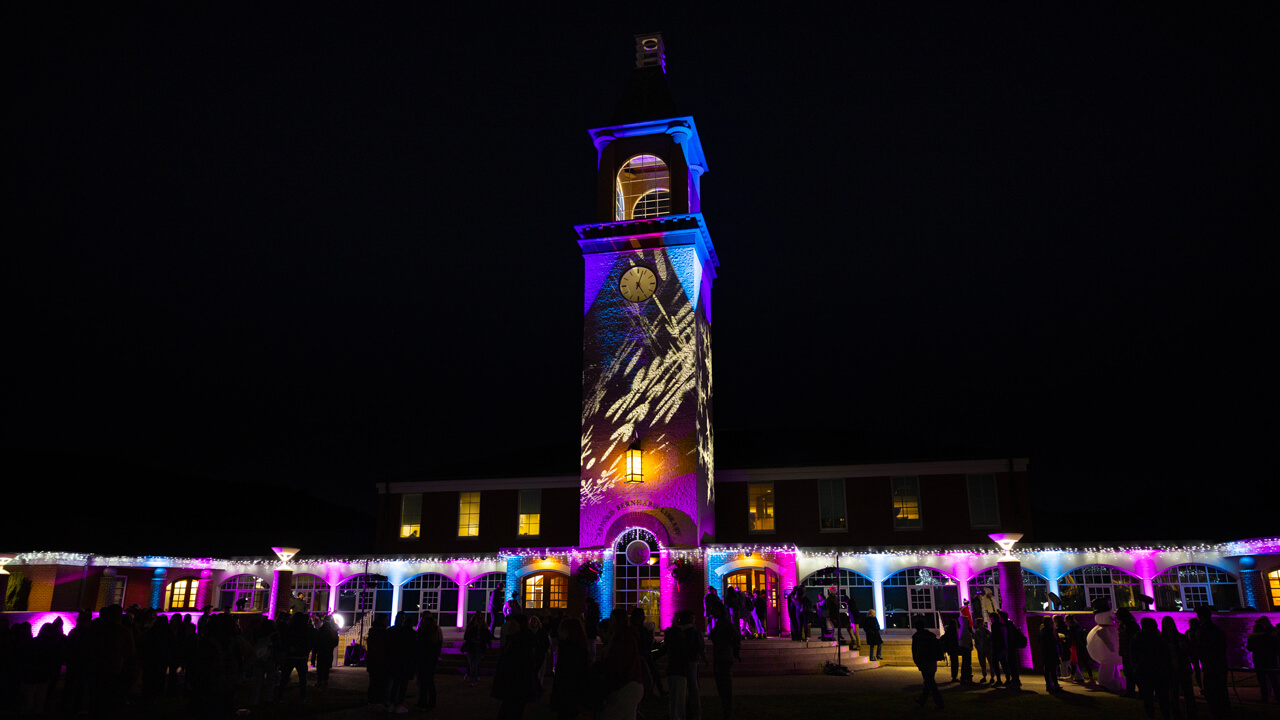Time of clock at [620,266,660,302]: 5:03
